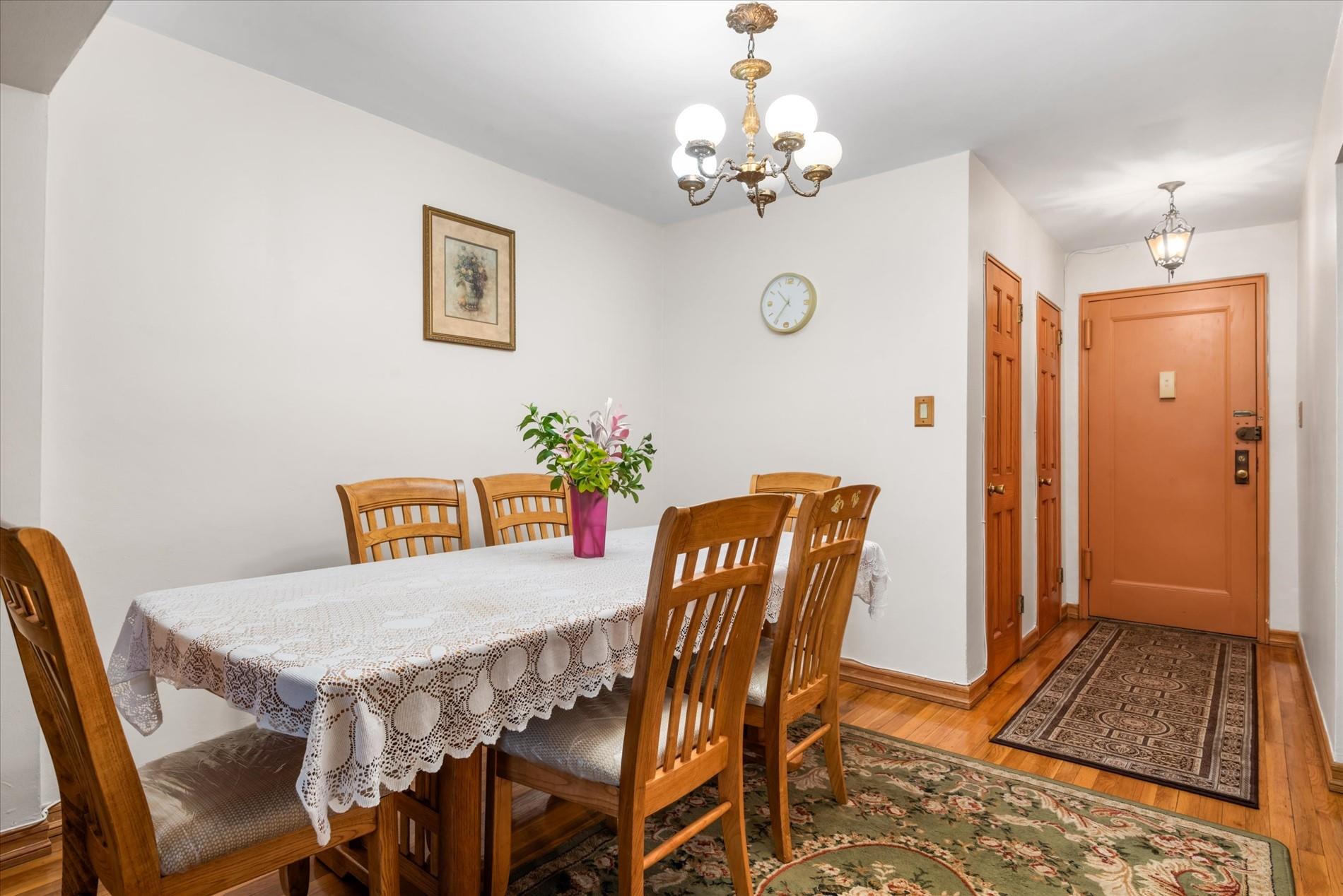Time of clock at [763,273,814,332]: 10:35
